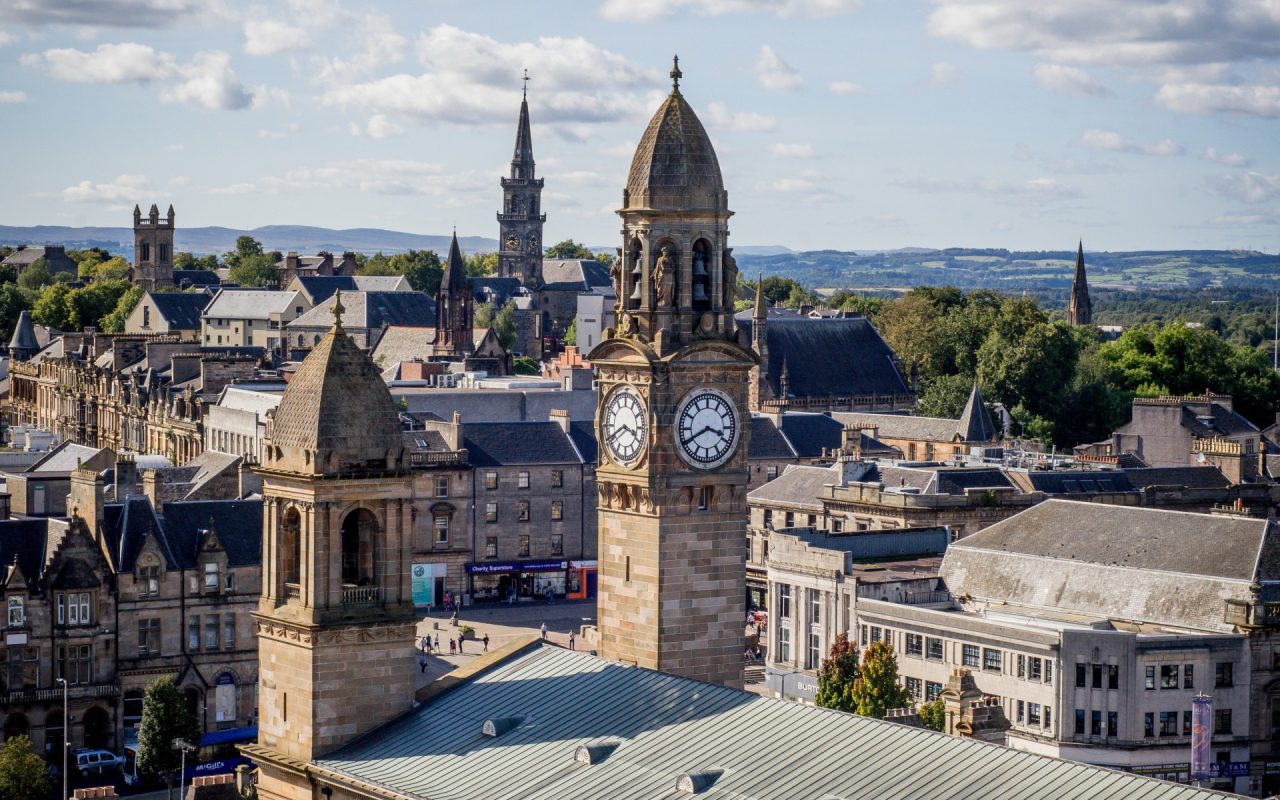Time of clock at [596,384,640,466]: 3:40
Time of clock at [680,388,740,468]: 3:40
